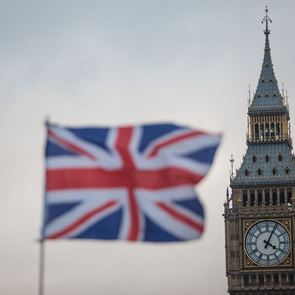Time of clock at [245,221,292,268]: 4:04
